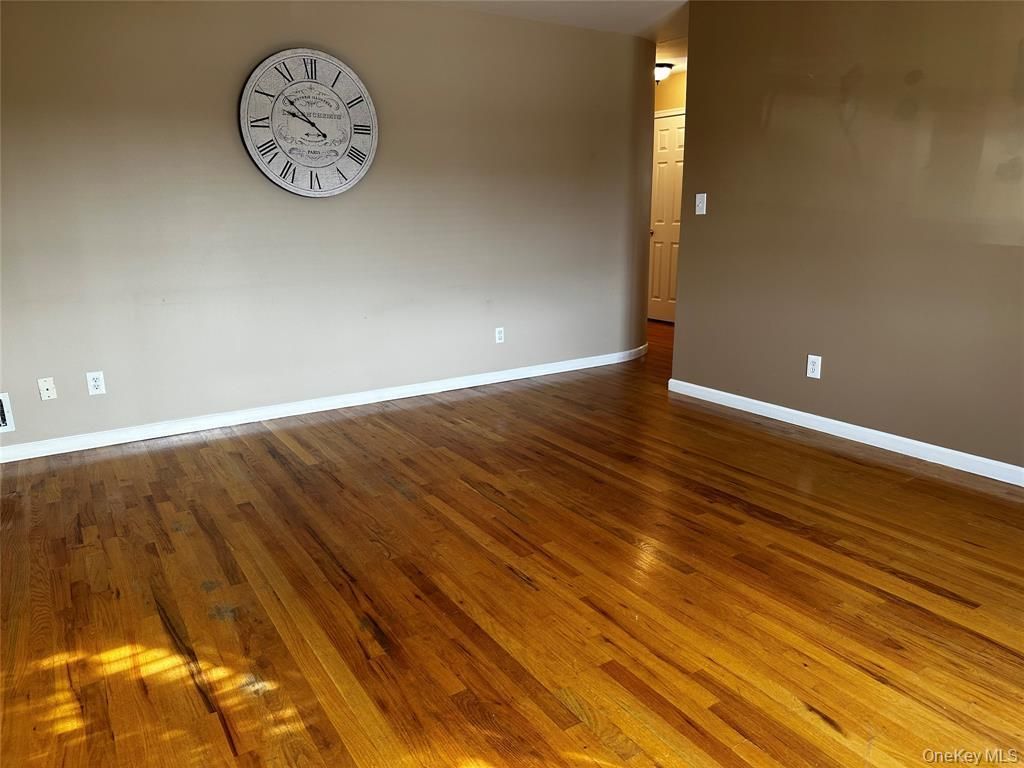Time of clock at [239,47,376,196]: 9:51
